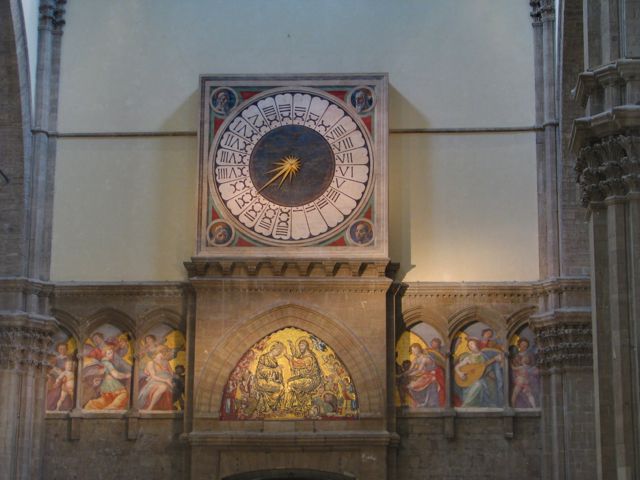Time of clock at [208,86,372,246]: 8:38
